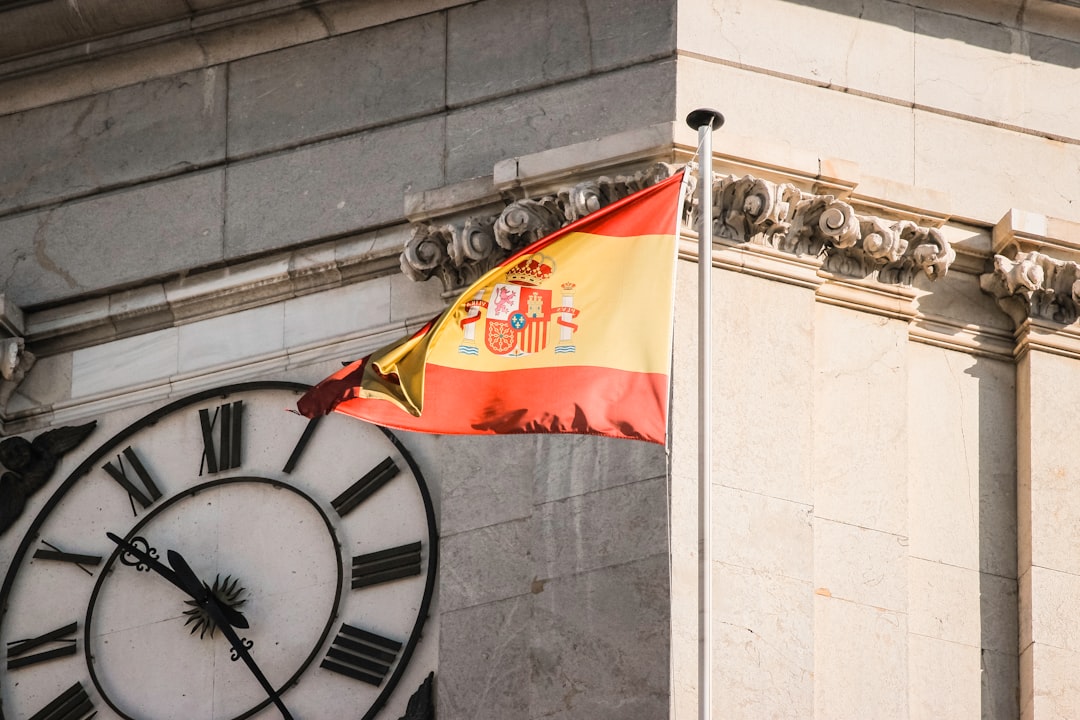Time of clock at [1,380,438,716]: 10:24
